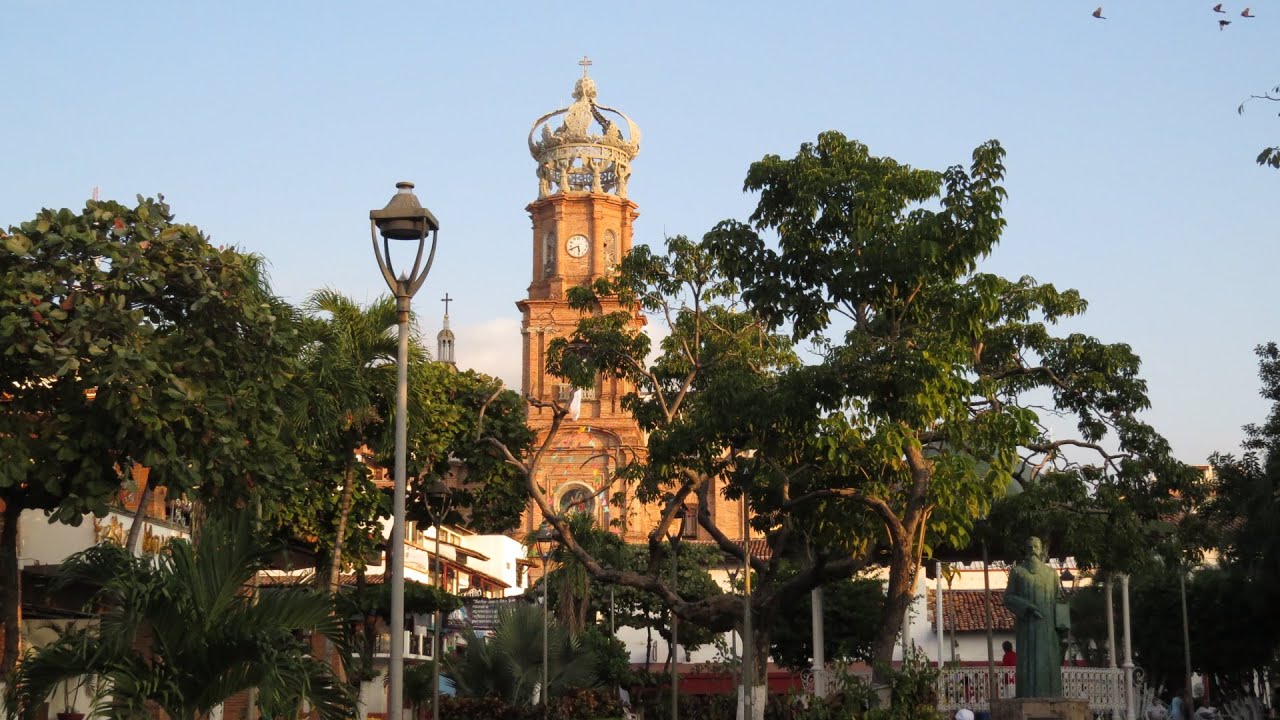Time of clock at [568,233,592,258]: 5:41
